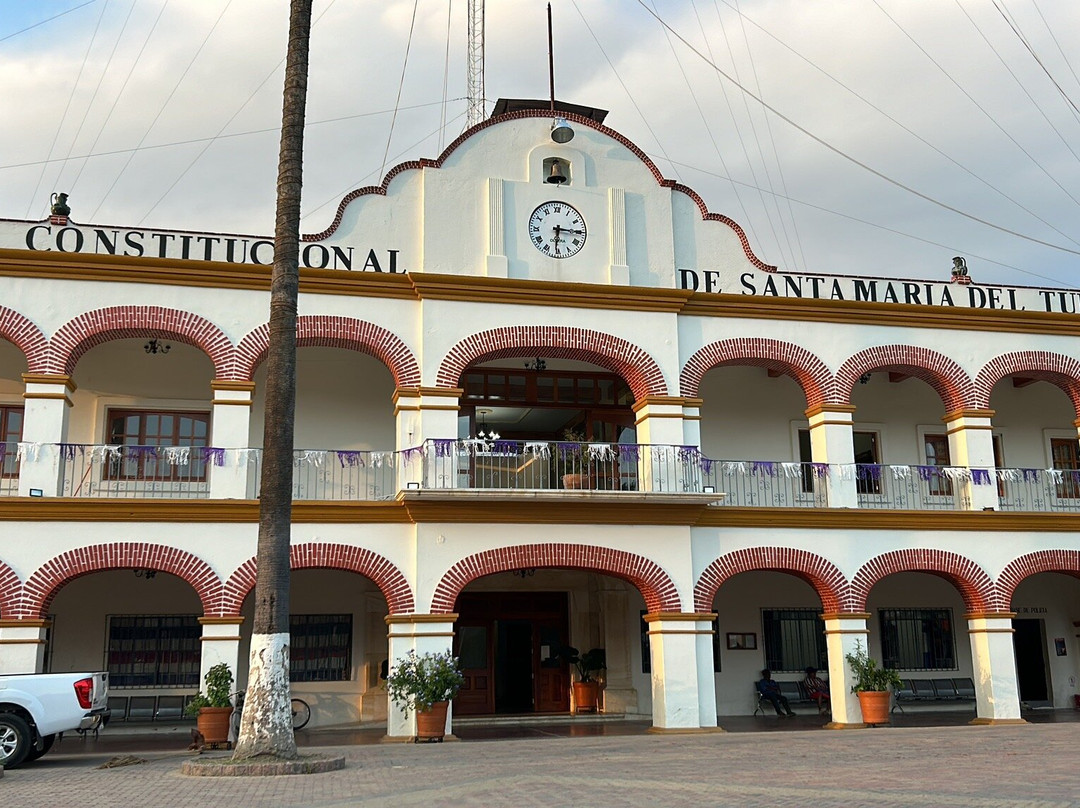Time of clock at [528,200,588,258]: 6:15
